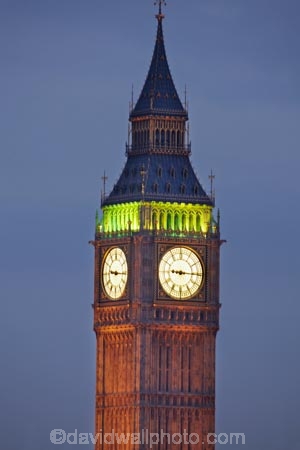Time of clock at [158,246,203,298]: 9:15
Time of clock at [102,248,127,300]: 9:15
